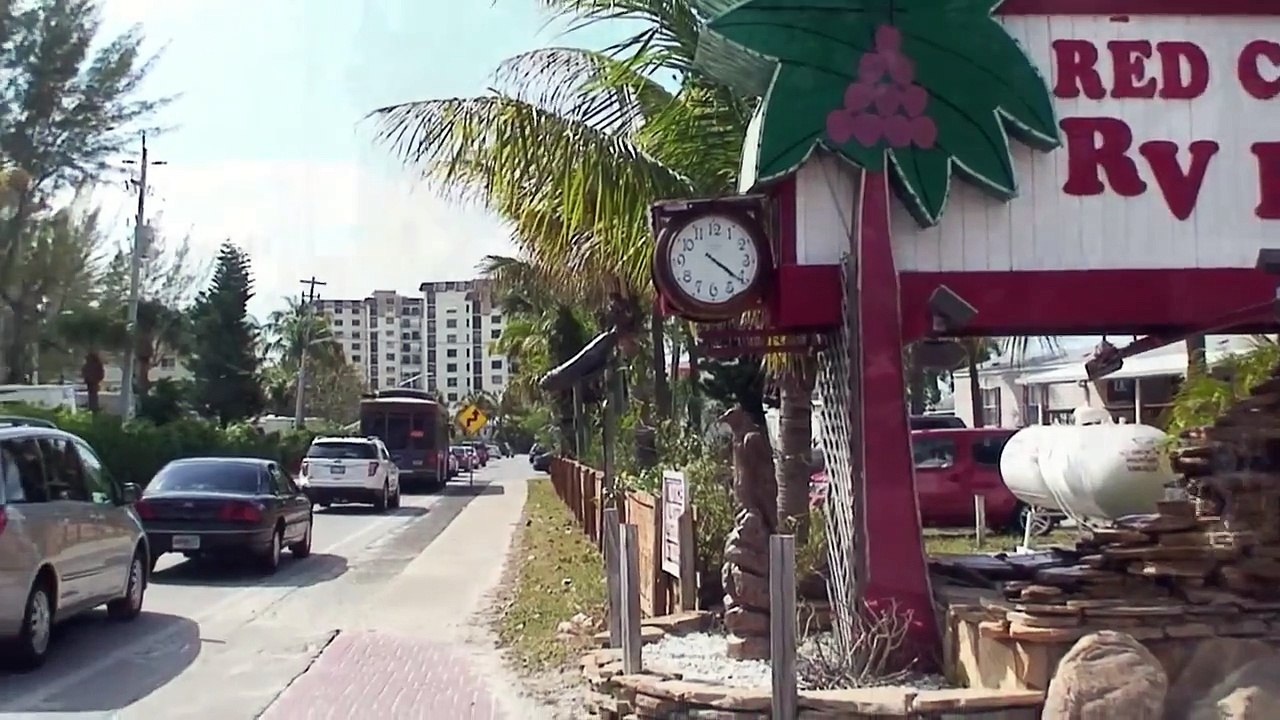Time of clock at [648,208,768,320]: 4:21
